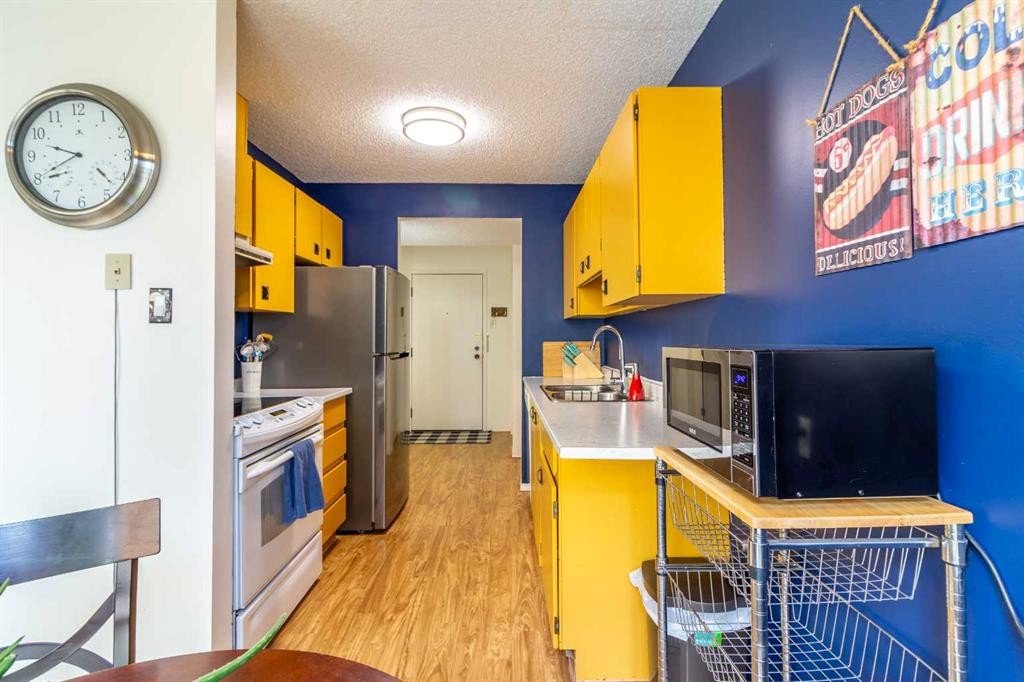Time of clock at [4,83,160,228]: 9:40
